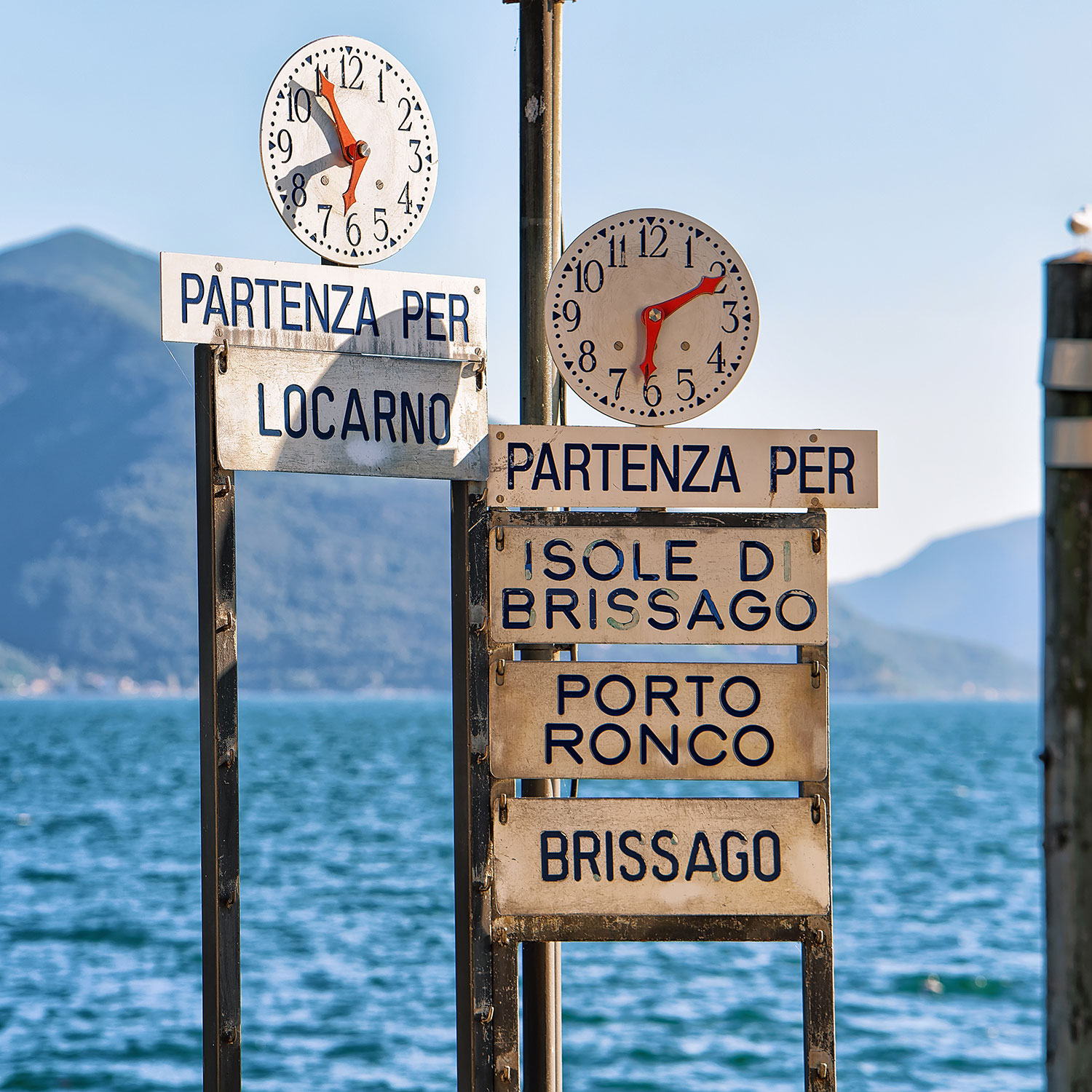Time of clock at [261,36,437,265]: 10:41
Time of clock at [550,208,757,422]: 6:10
